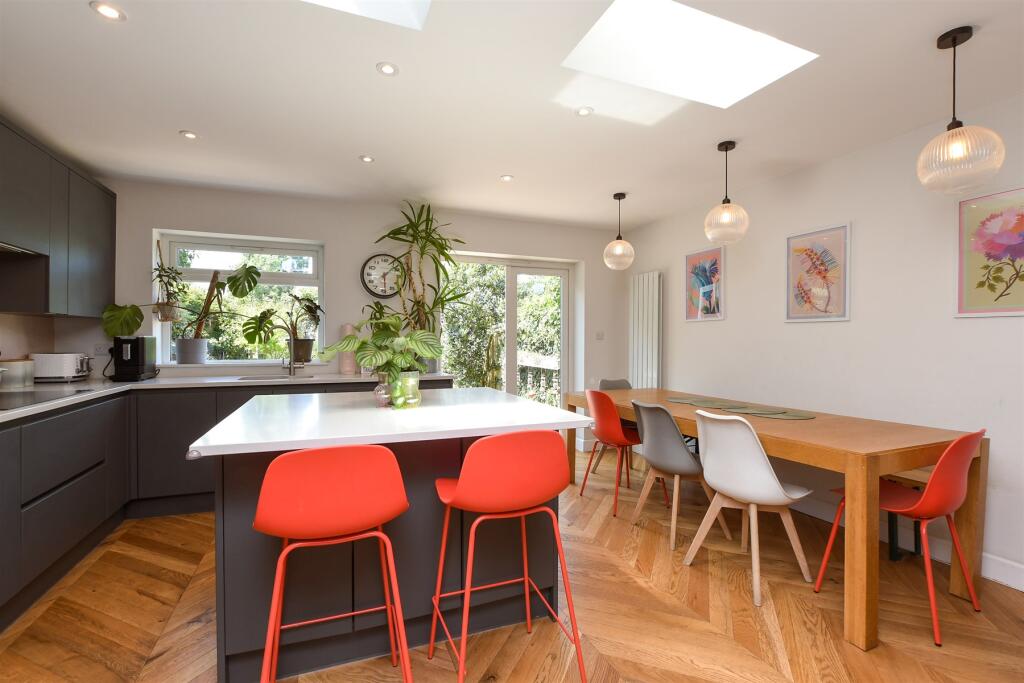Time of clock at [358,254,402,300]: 1:28
